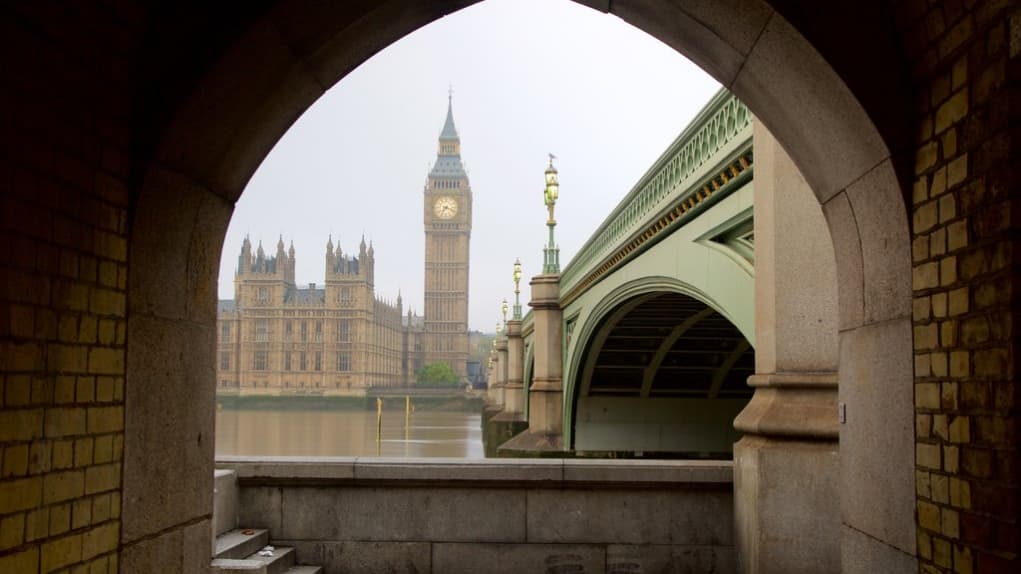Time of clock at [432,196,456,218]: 7:18
